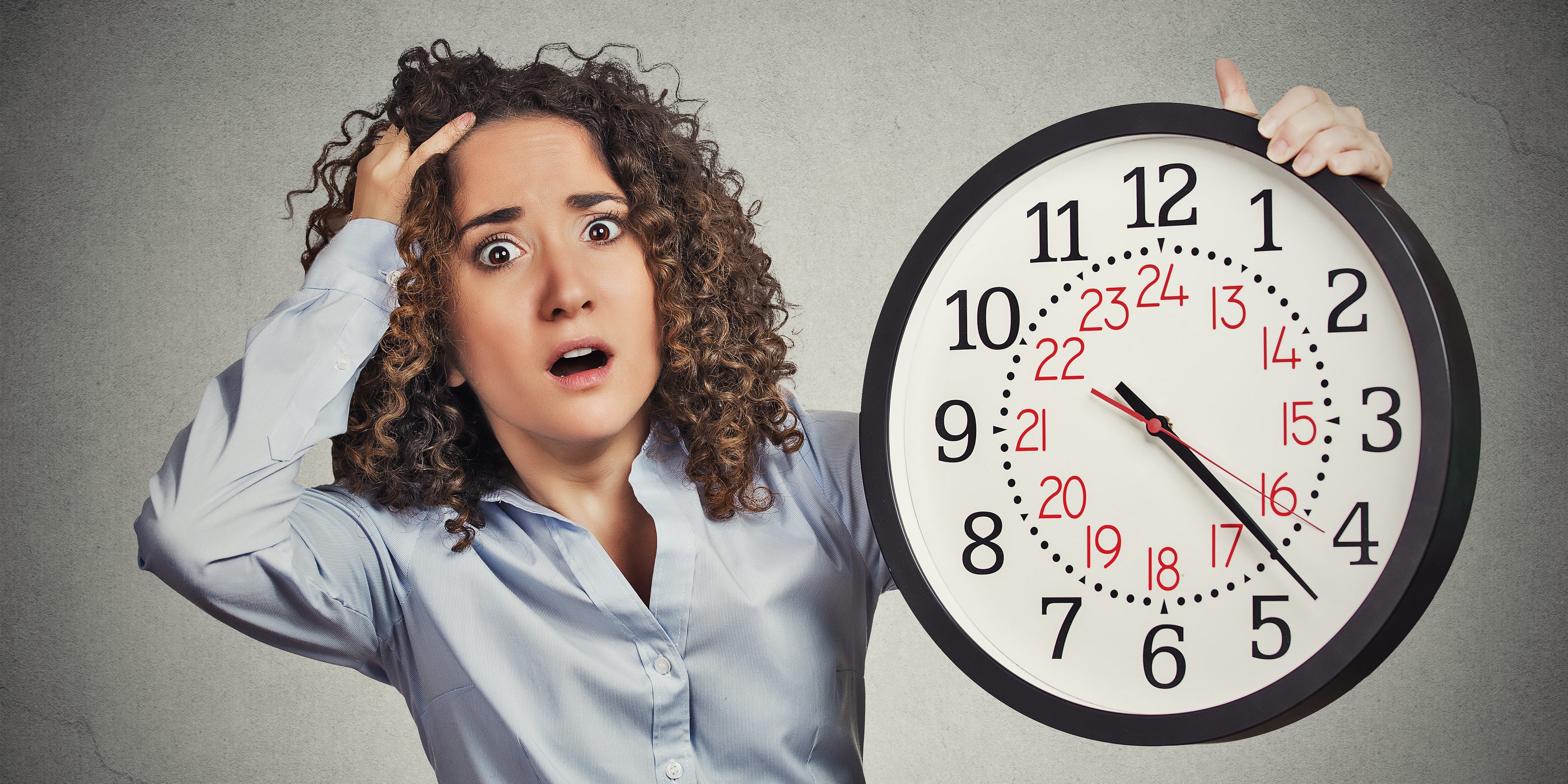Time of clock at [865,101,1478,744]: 4:22
